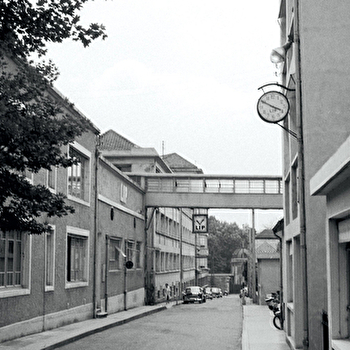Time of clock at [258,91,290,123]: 3:50
